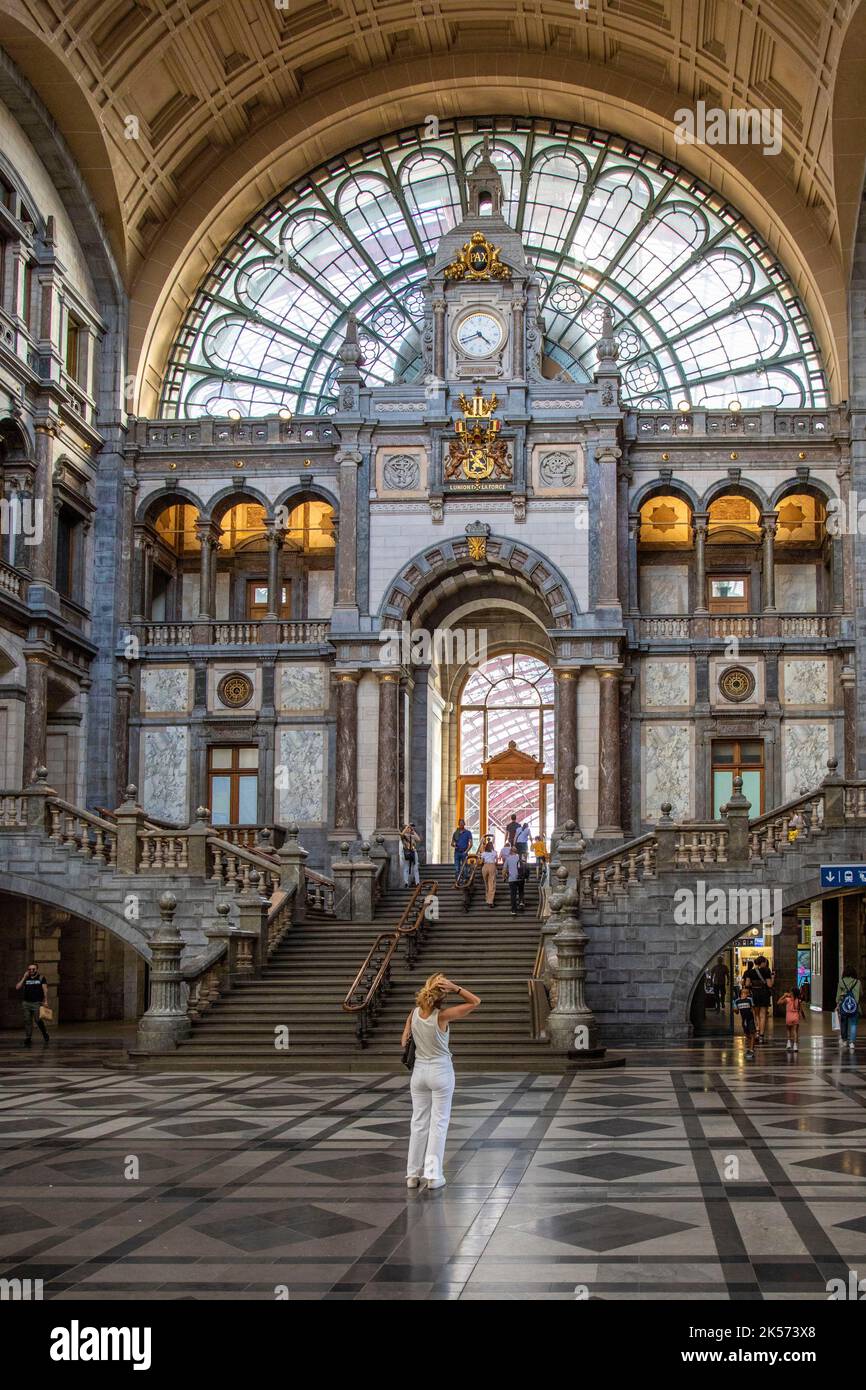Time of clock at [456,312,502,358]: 4:42
